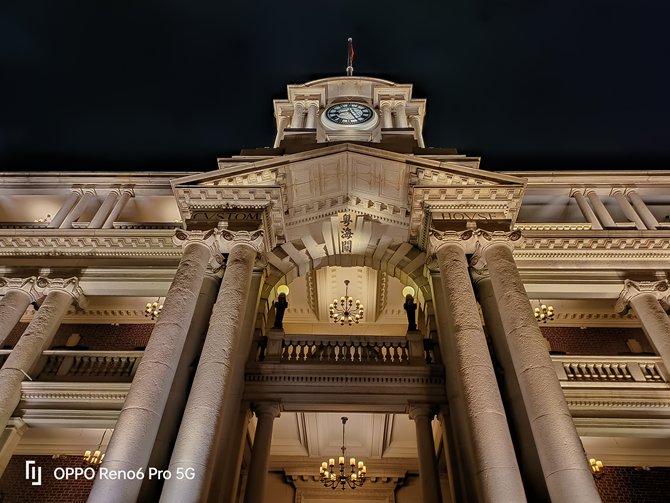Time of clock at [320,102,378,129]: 8:25
